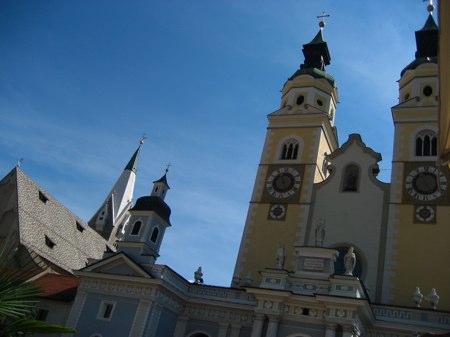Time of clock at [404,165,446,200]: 4:55
